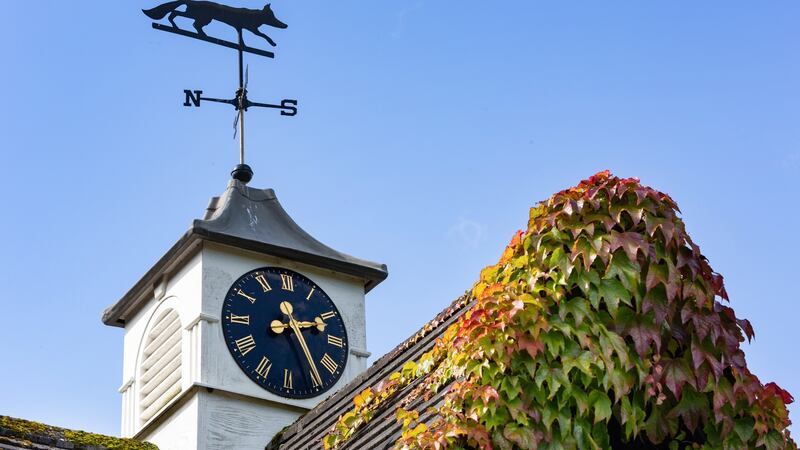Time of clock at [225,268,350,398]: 2:24
